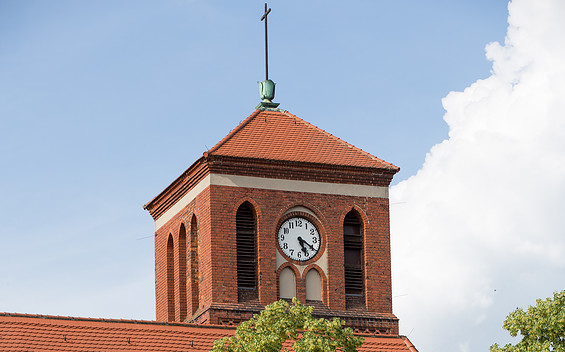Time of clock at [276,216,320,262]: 5:20
